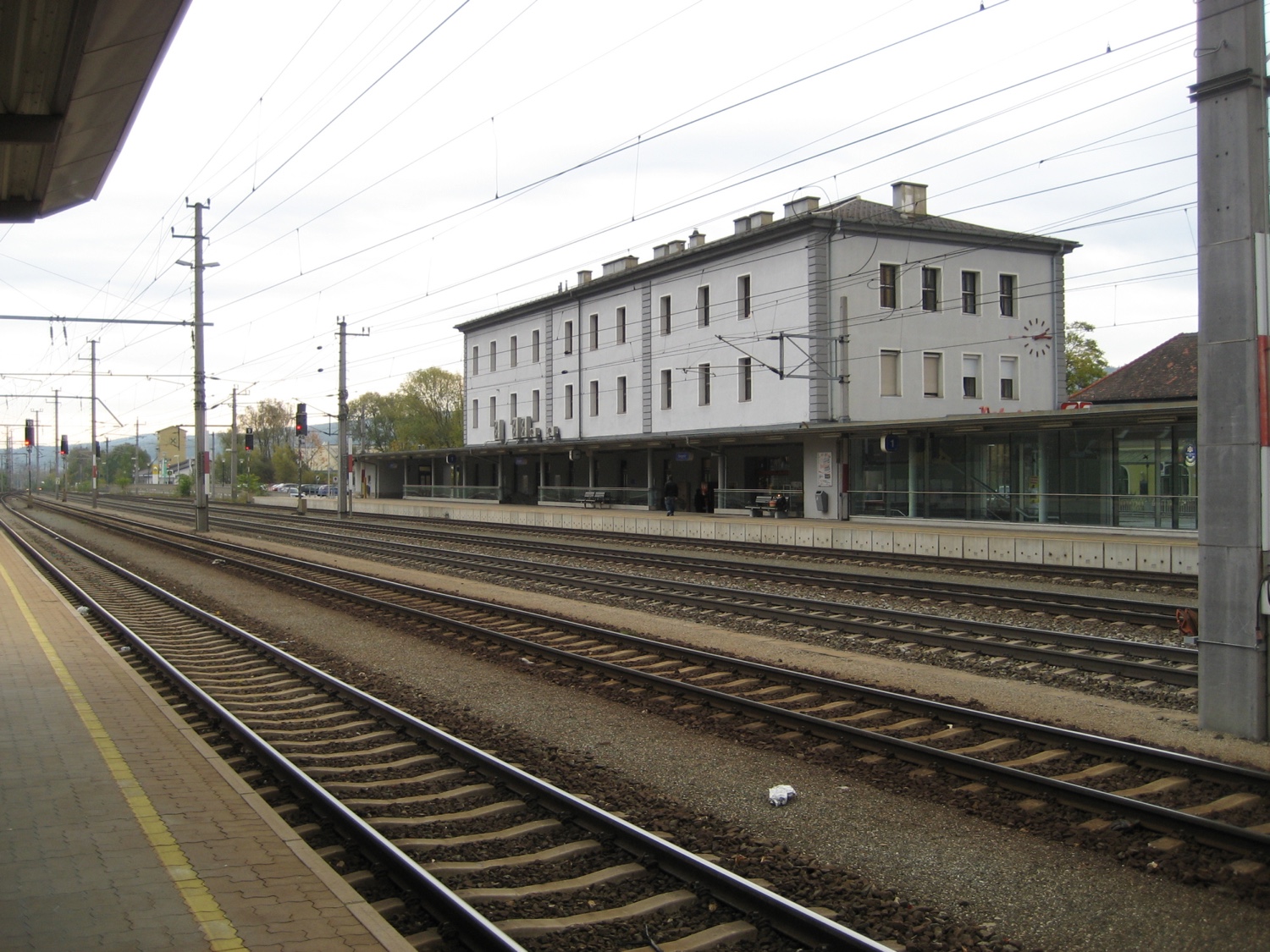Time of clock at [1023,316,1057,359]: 2:14
